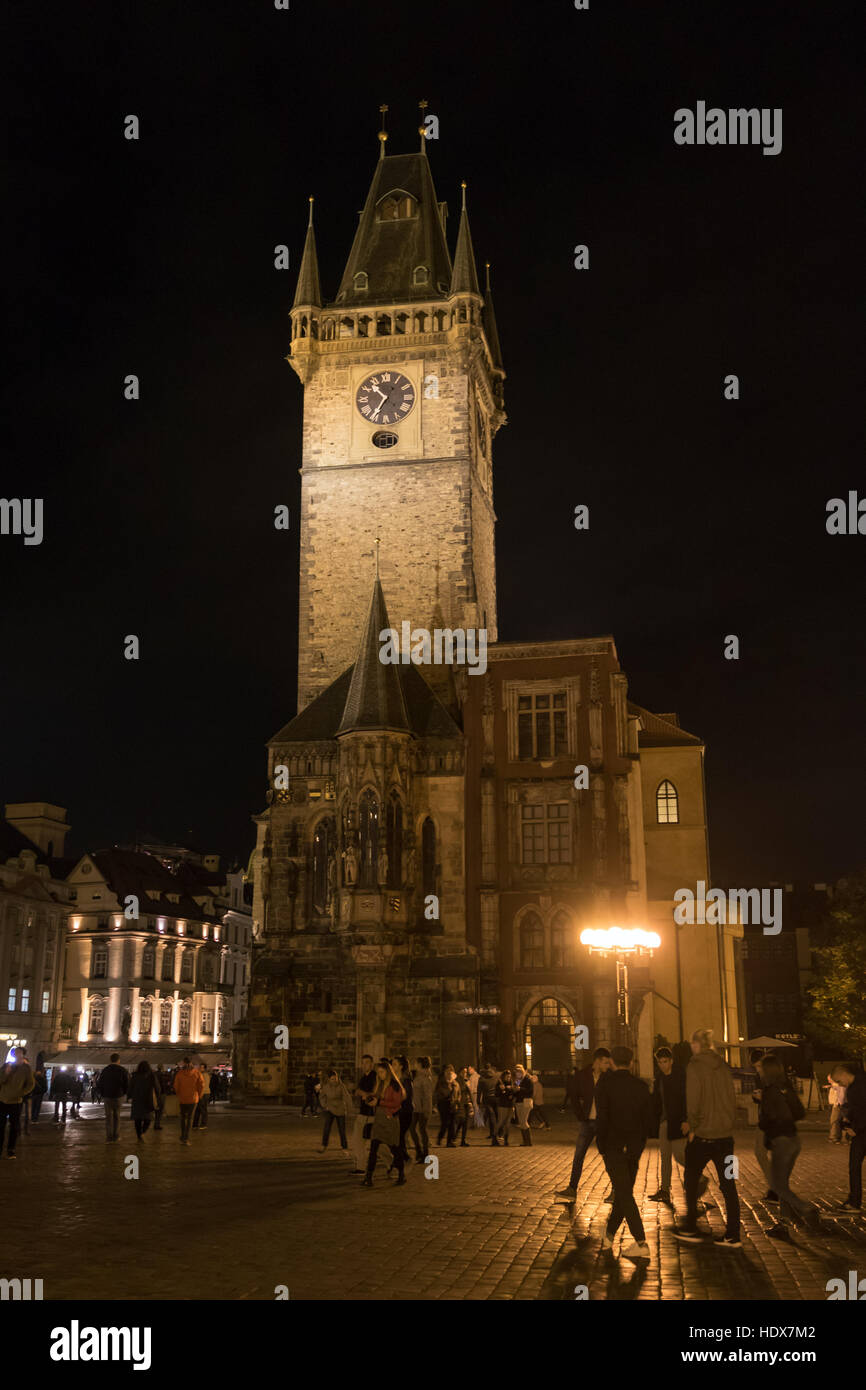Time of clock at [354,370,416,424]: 10:35
